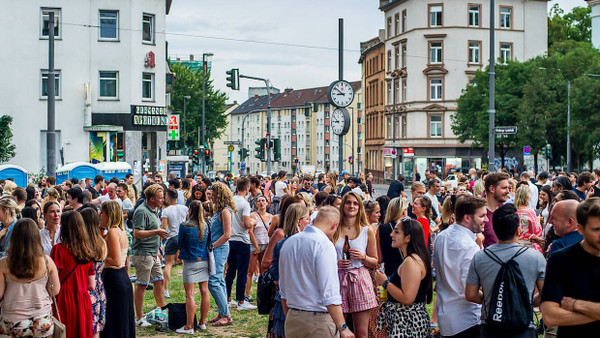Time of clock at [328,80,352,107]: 8:51
